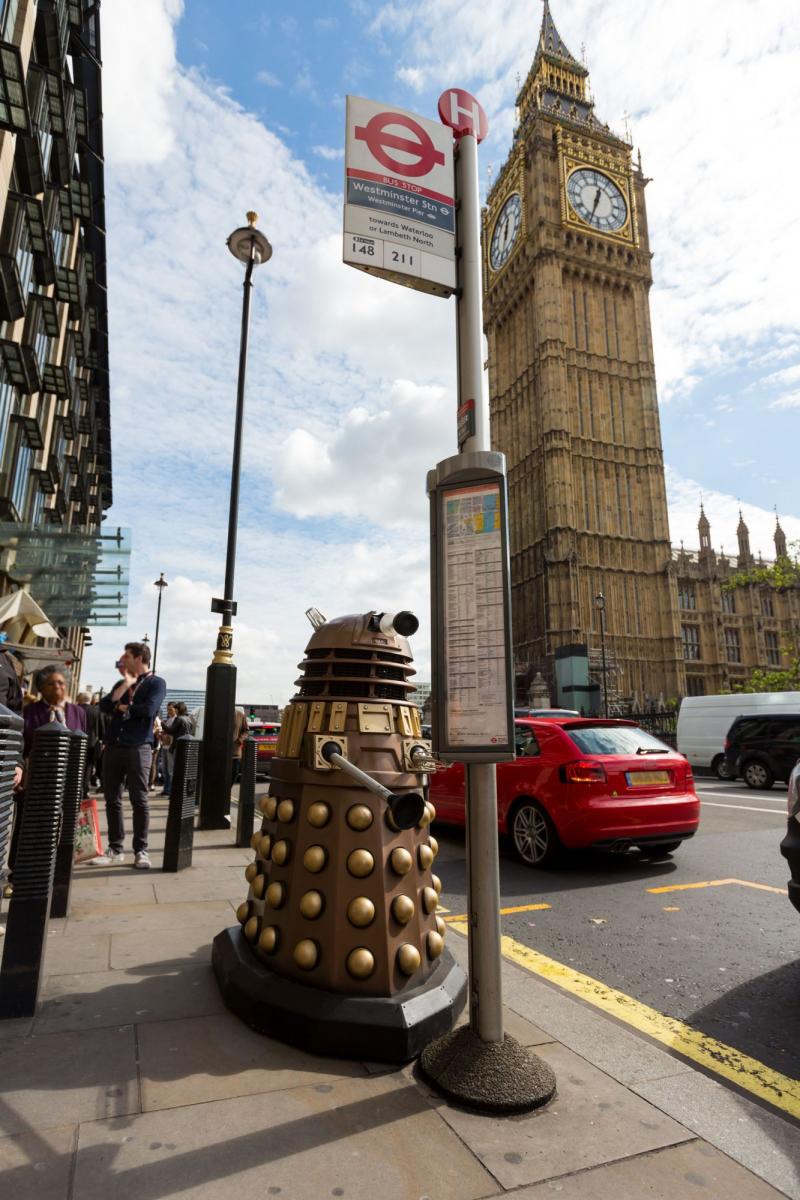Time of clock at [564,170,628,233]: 12:33
